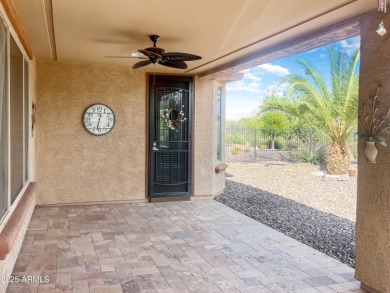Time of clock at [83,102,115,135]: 12:32
